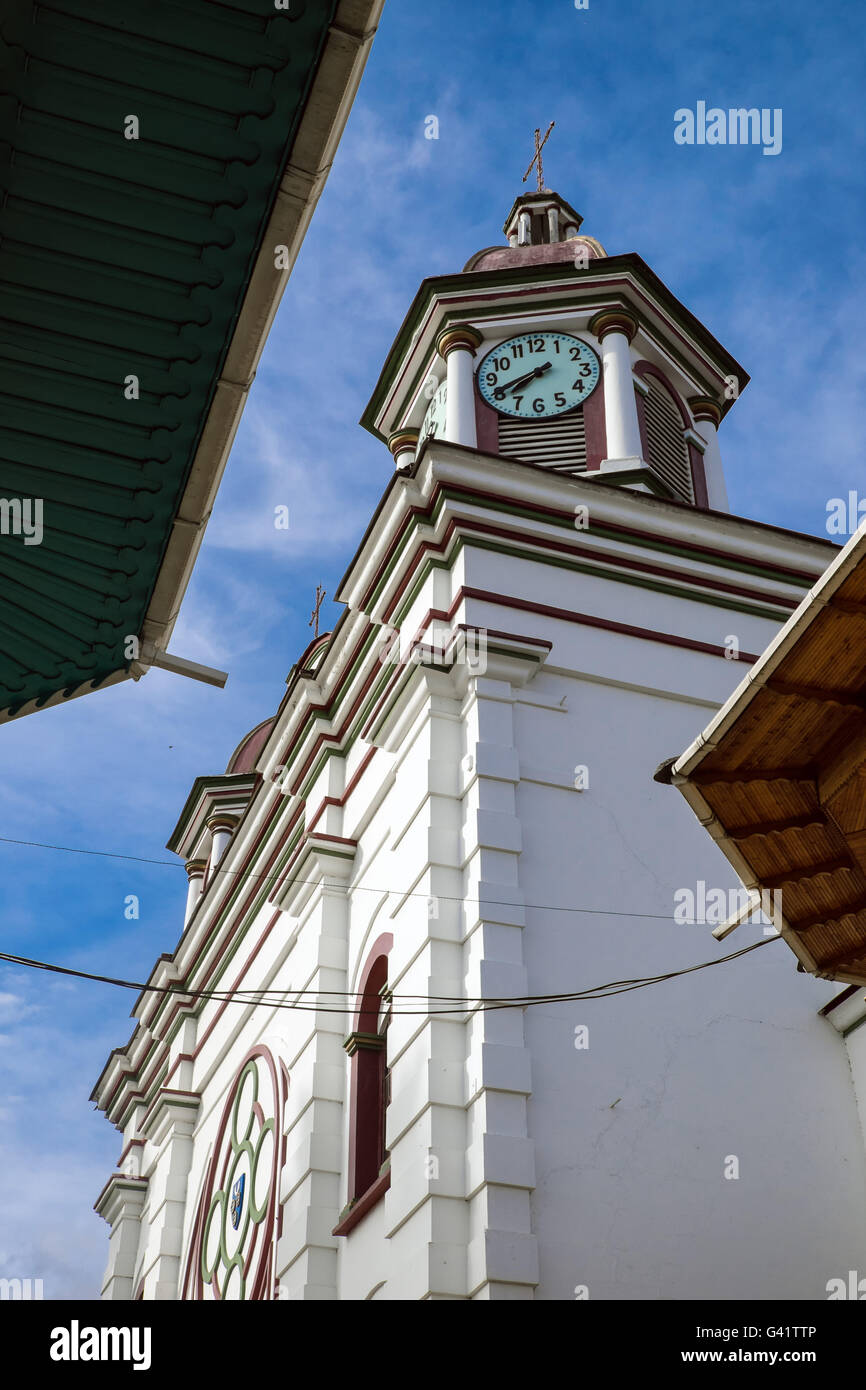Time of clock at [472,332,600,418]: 7:40
